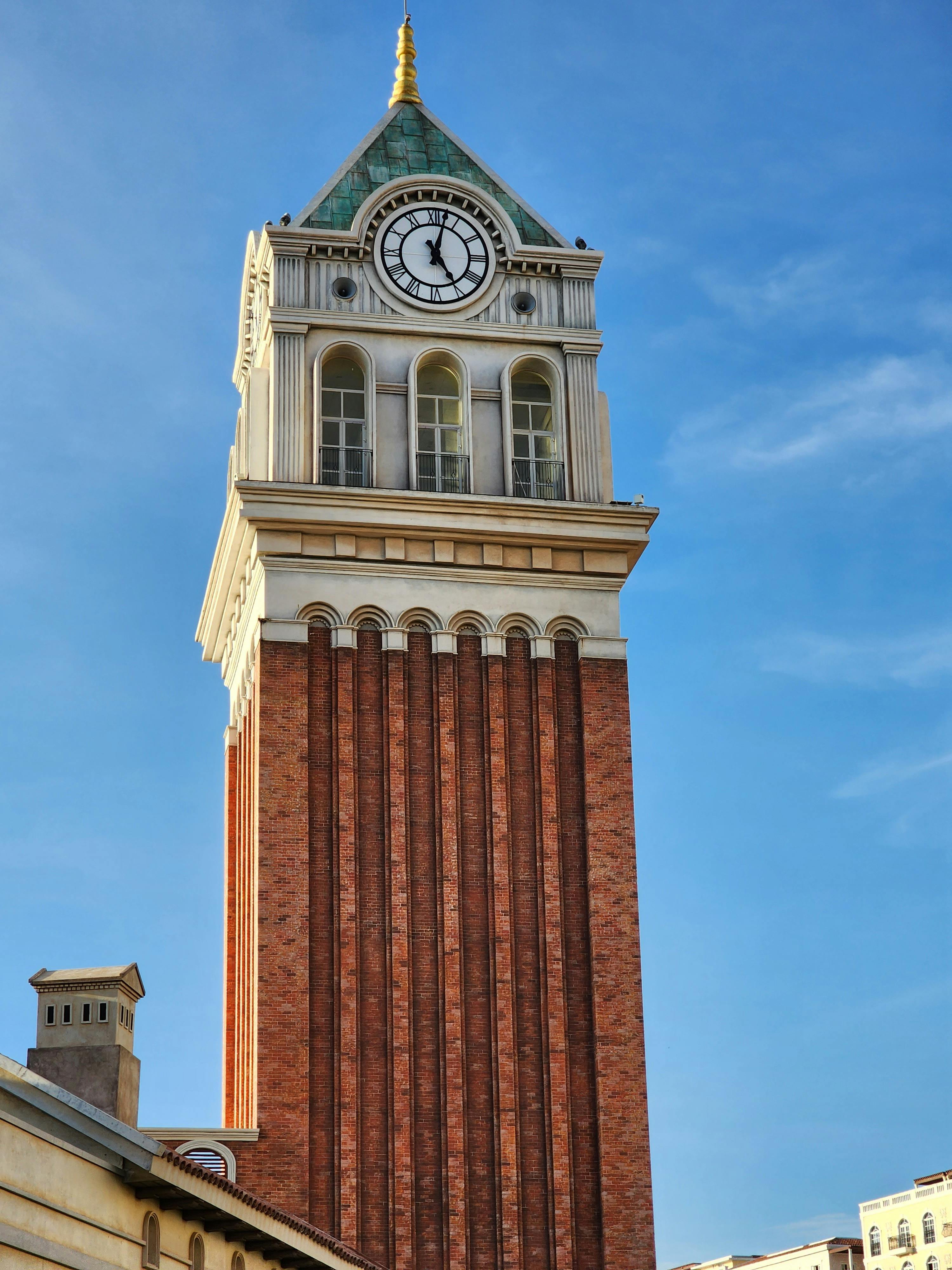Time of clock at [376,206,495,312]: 5:02
